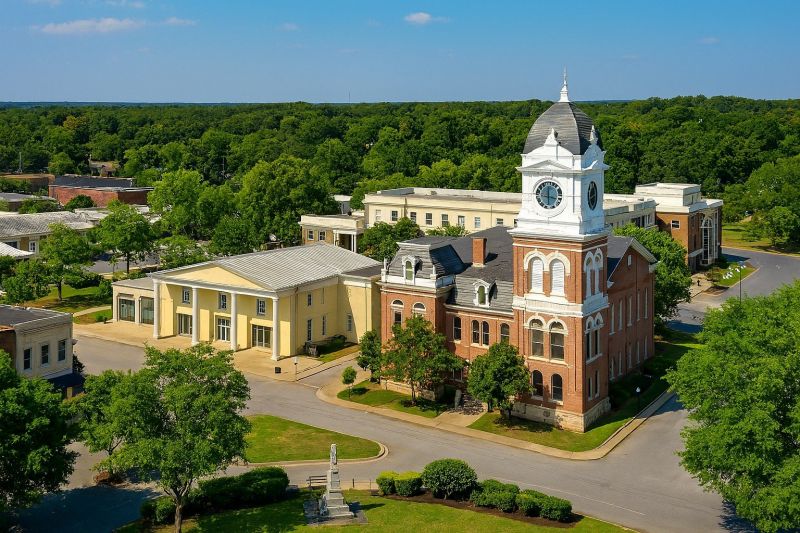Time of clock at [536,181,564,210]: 3:29
